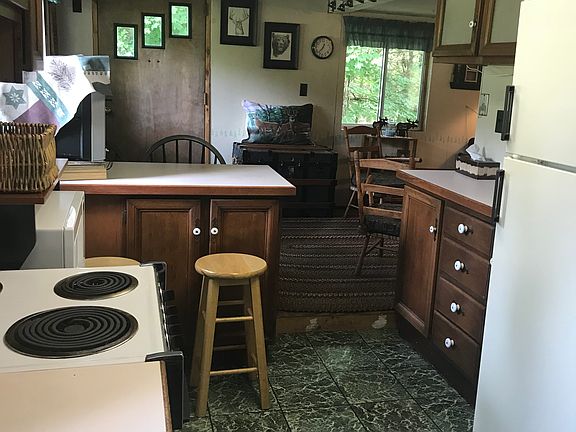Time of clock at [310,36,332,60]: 12:36
